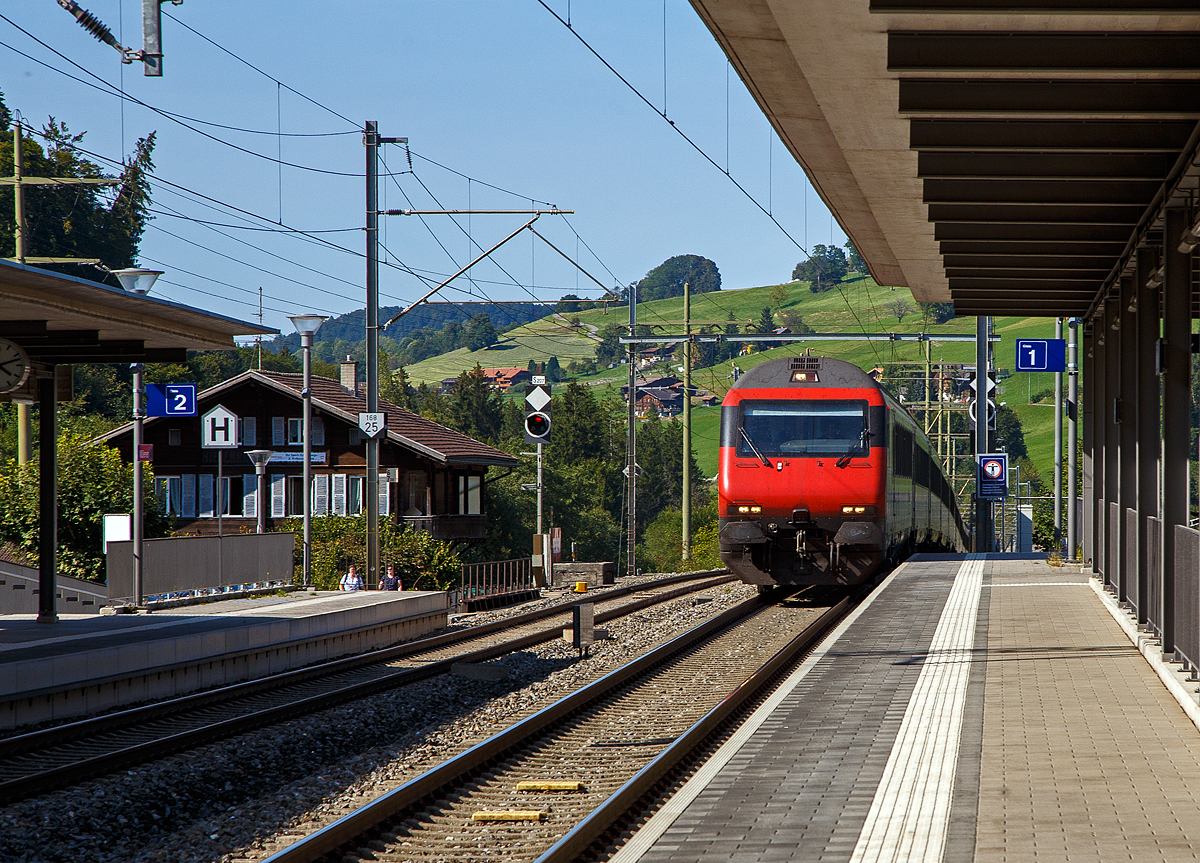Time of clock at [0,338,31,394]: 4:12
